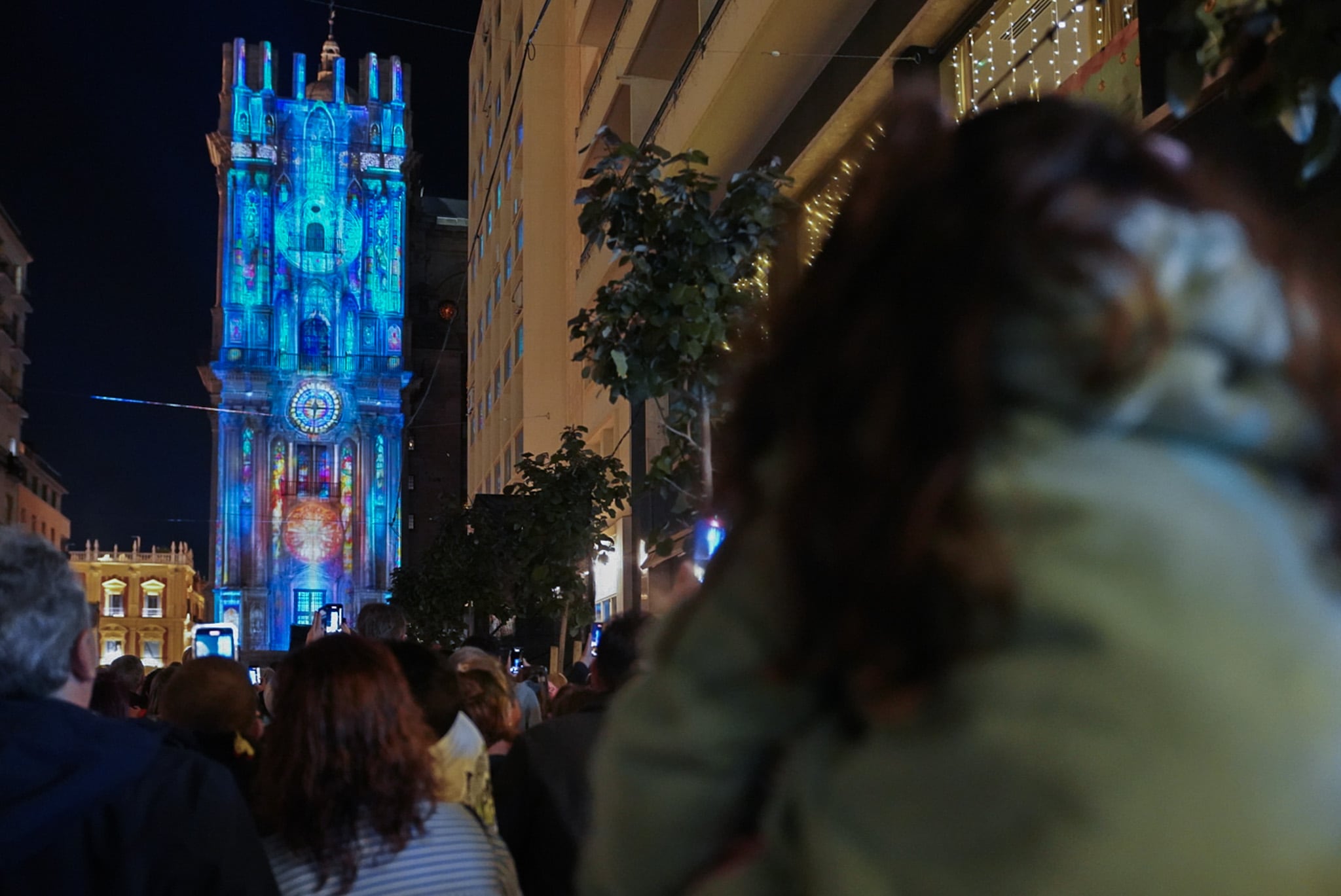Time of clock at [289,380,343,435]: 6:15
